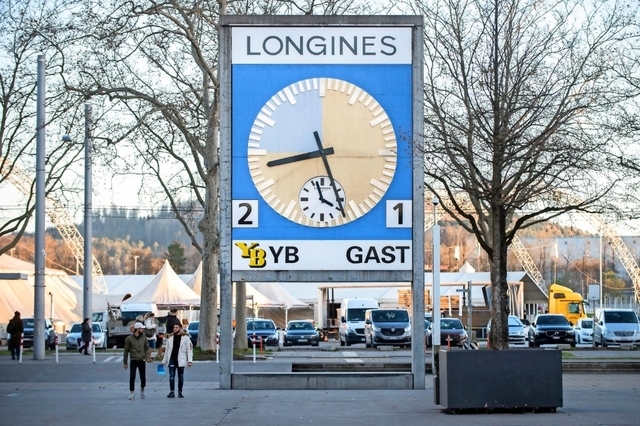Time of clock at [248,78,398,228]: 8:26
